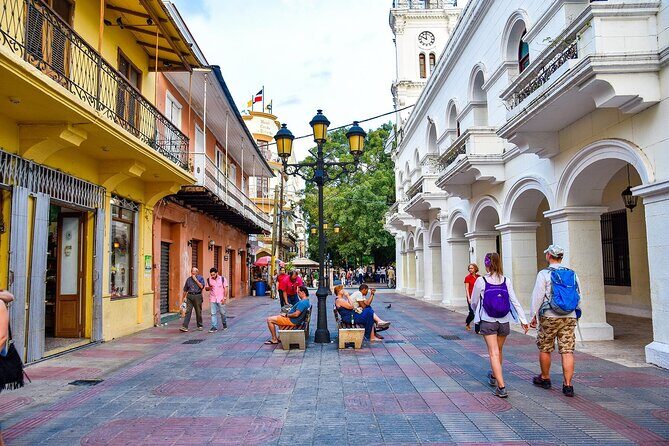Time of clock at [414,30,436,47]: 10:00
